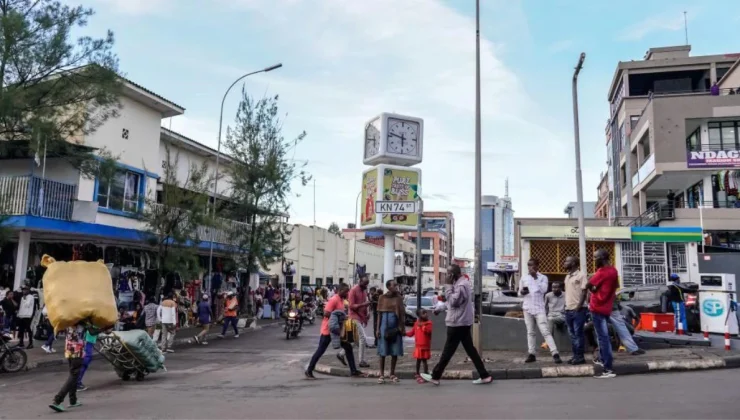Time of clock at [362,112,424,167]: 5:47
